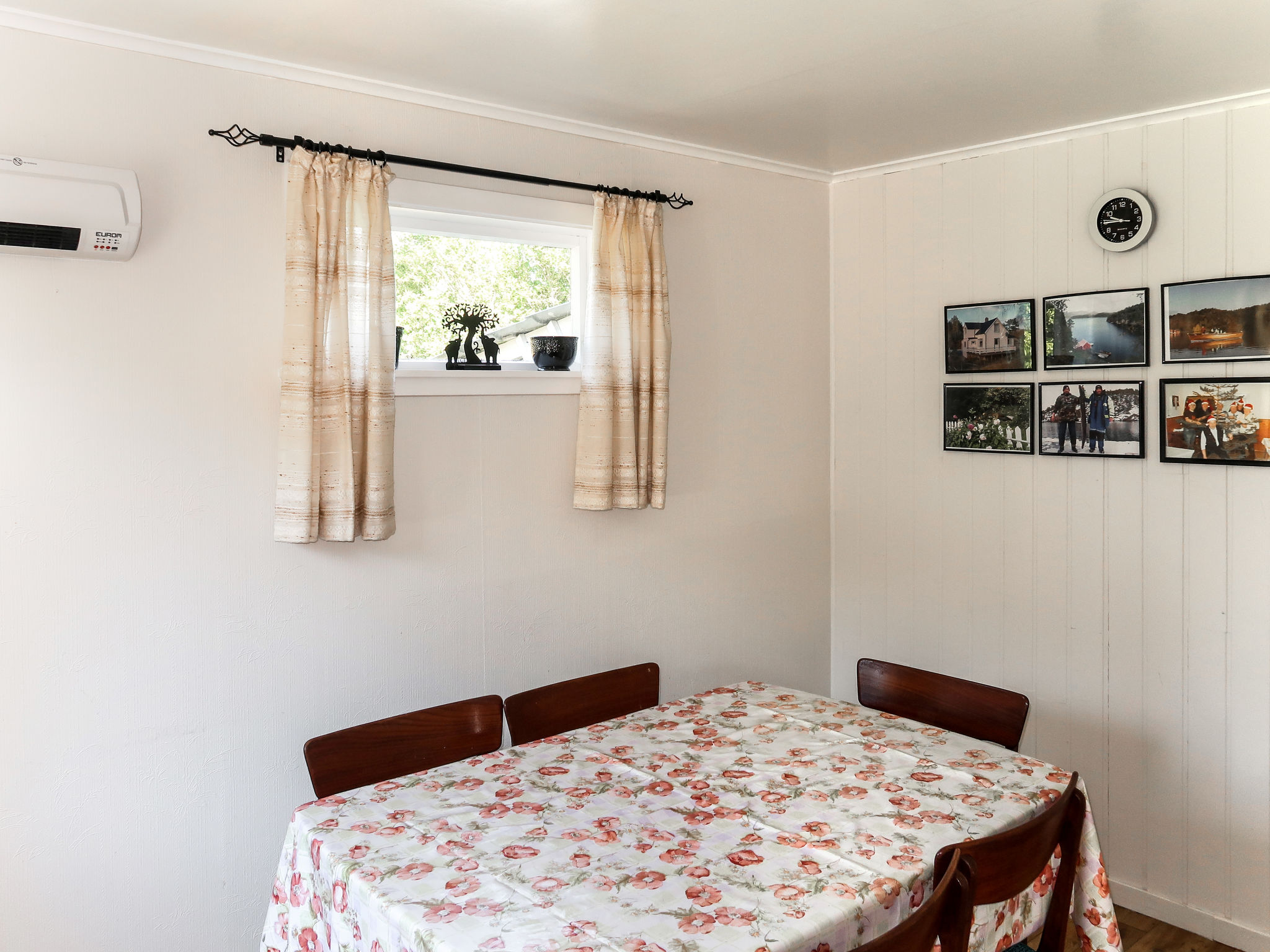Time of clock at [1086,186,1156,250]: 9:45
